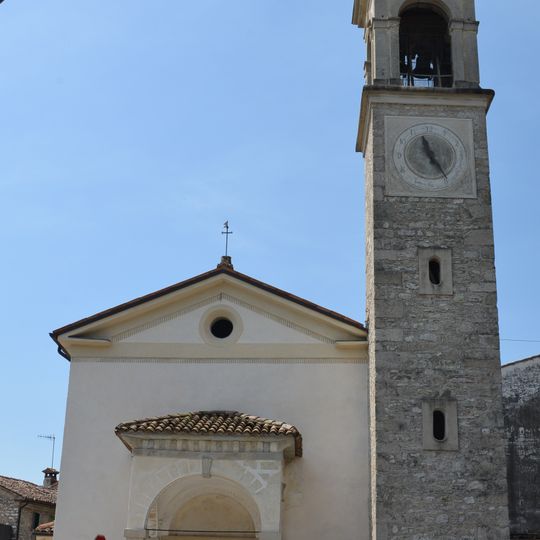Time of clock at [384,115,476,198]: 11:24
